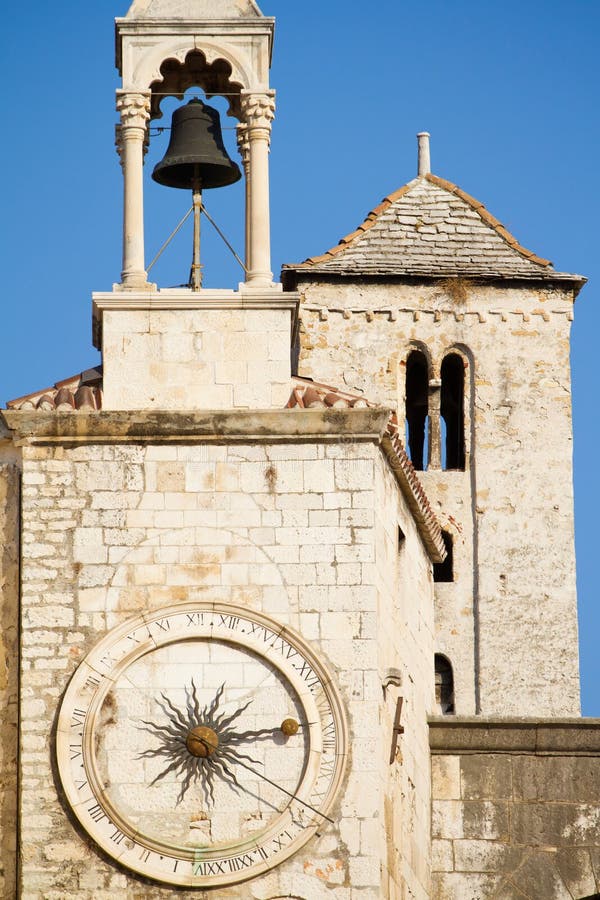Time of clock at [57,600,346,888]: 1:13
